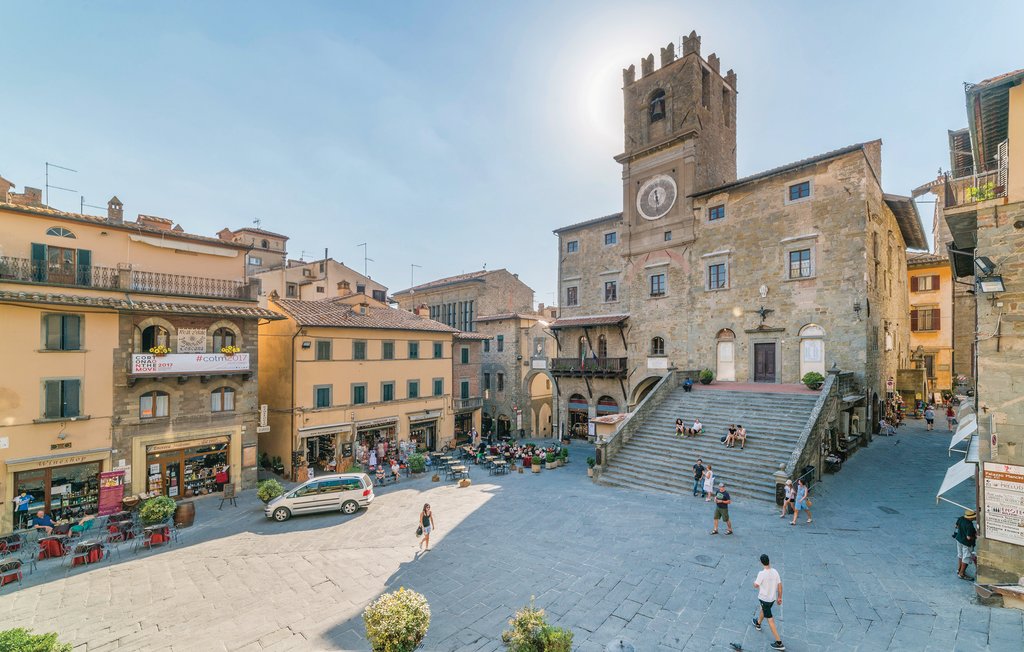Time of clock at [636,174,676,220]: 11:28
